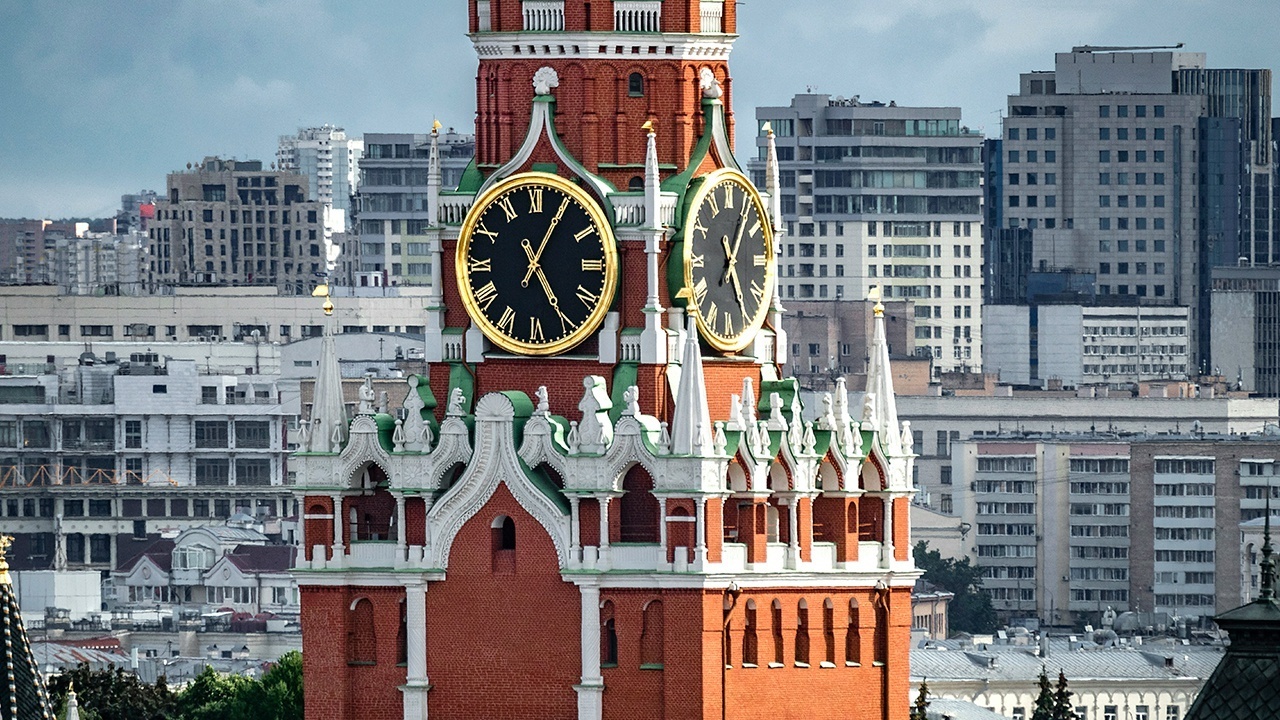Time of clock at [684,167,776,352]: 5:05
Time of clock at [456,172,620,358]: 5:05
